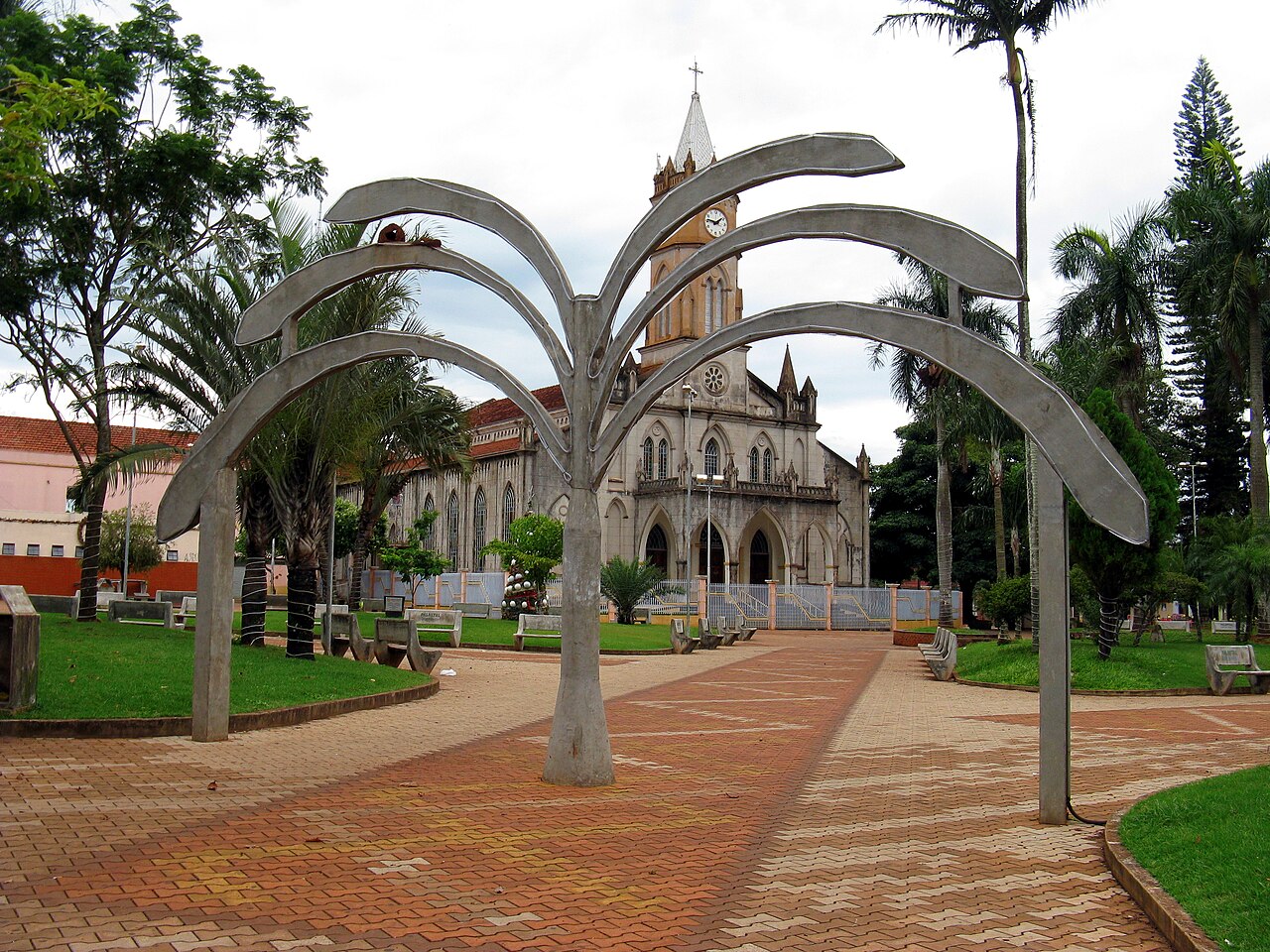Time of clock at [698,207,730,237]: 1:46
